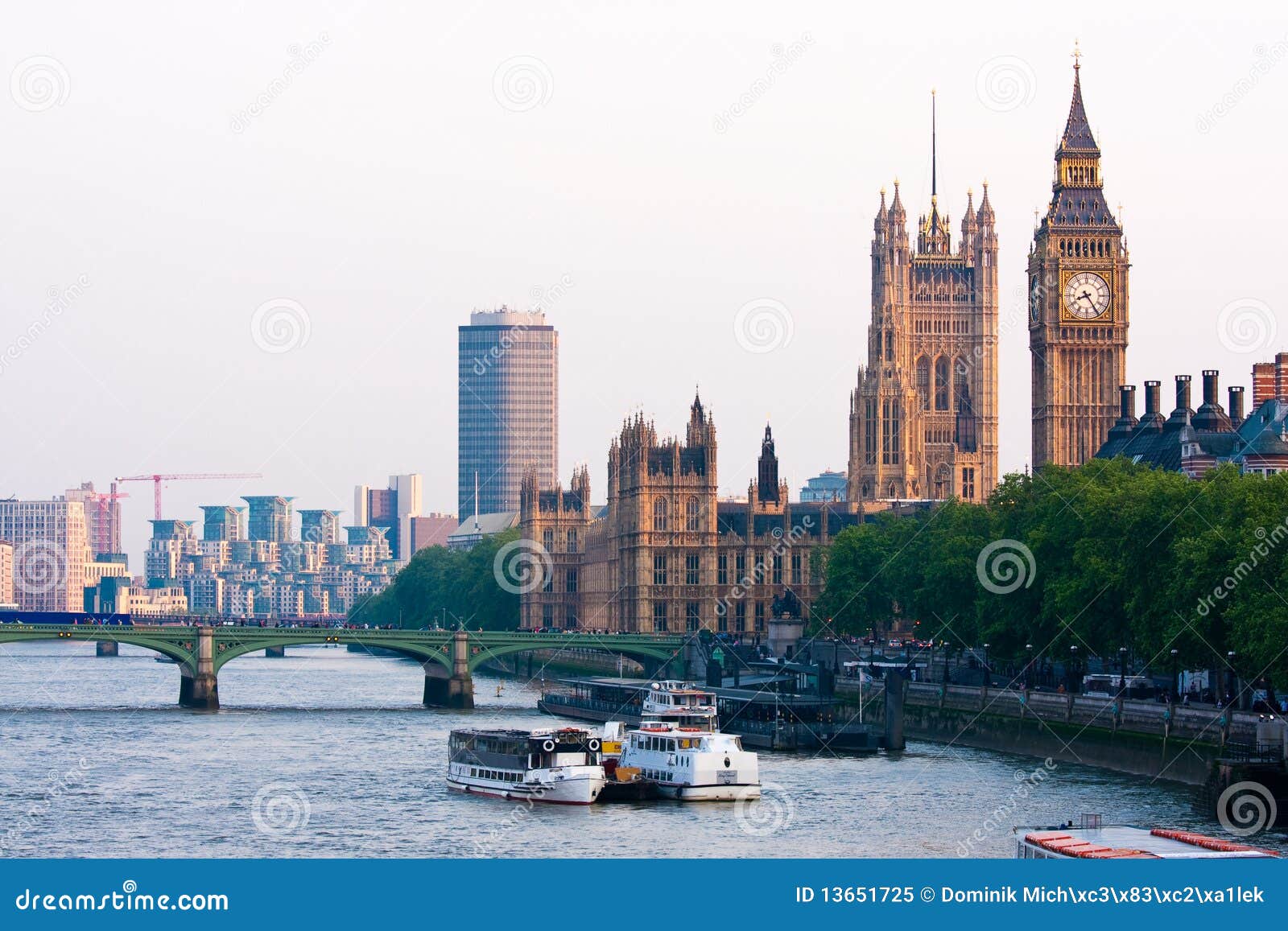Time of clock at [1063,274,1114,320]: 8:24
